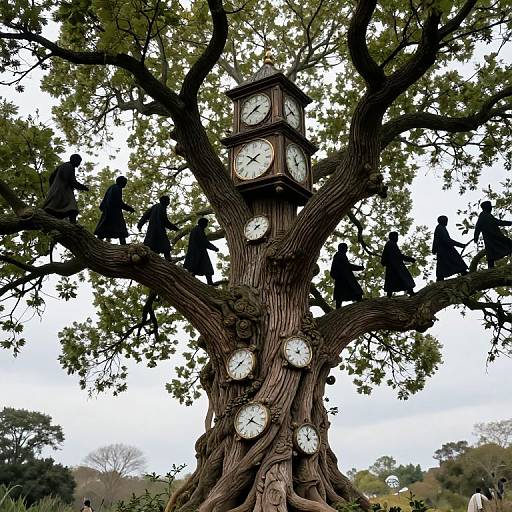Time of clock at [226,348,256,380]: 1:39
